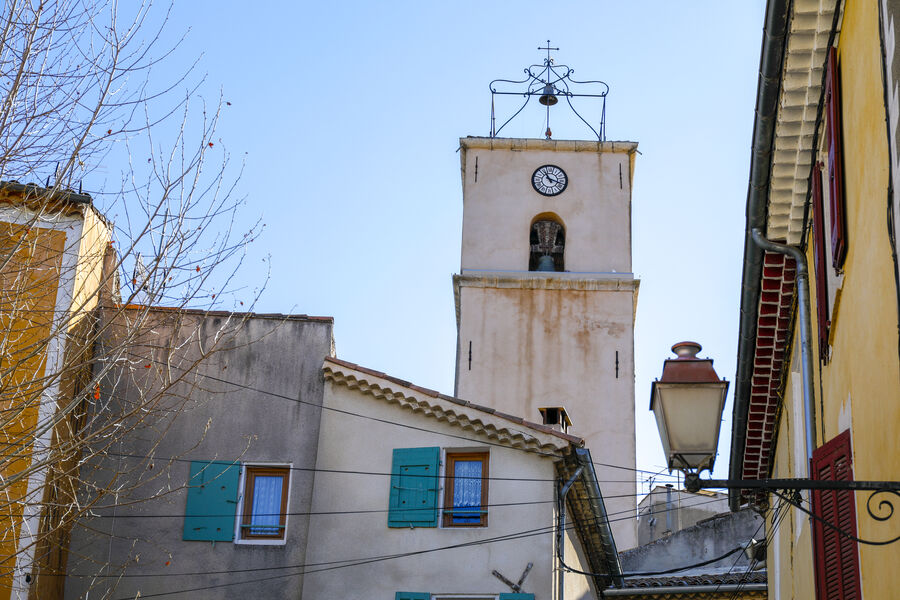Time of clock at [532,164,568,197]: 11:18
